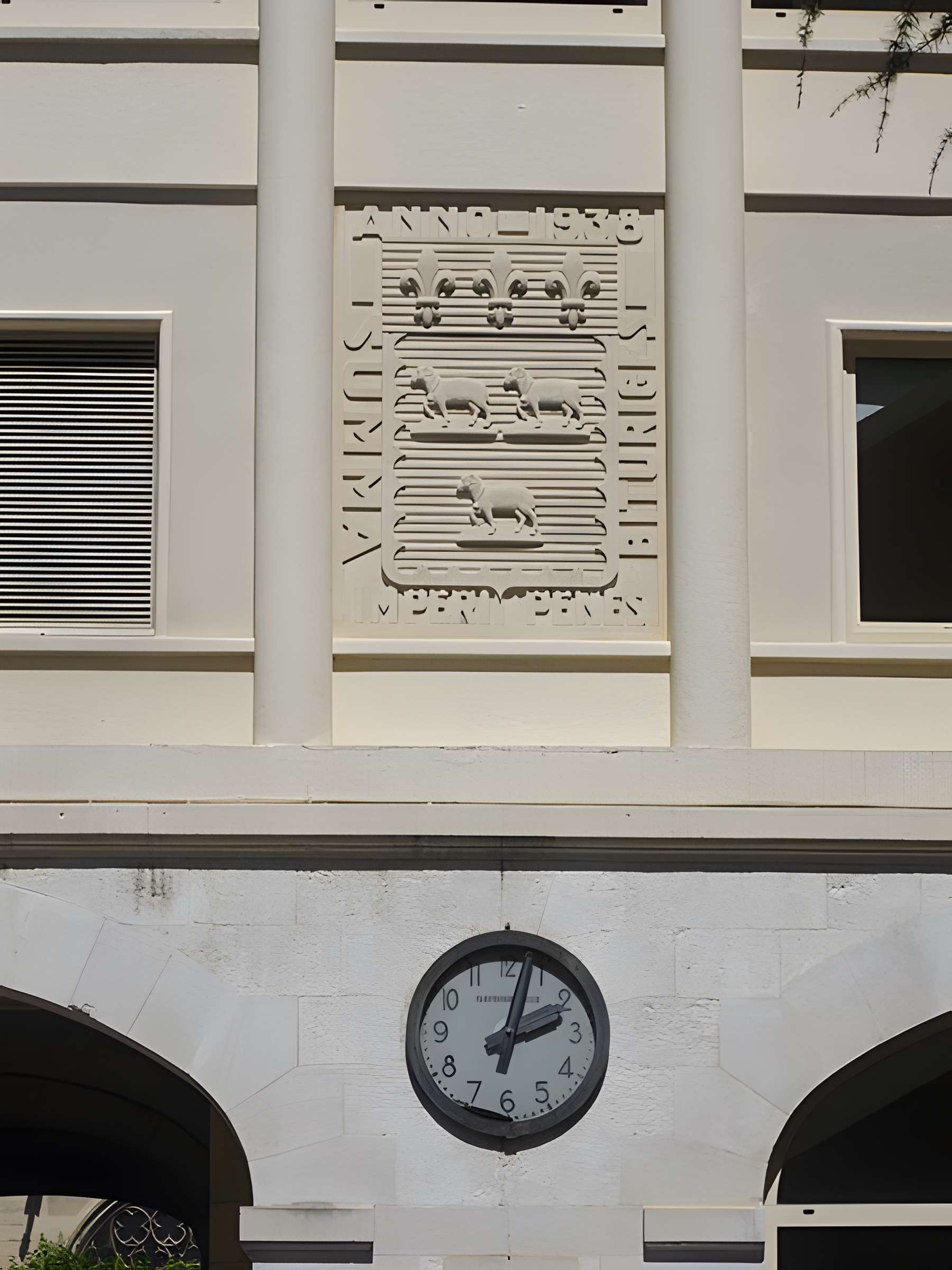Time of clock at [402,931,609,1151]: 2:02
